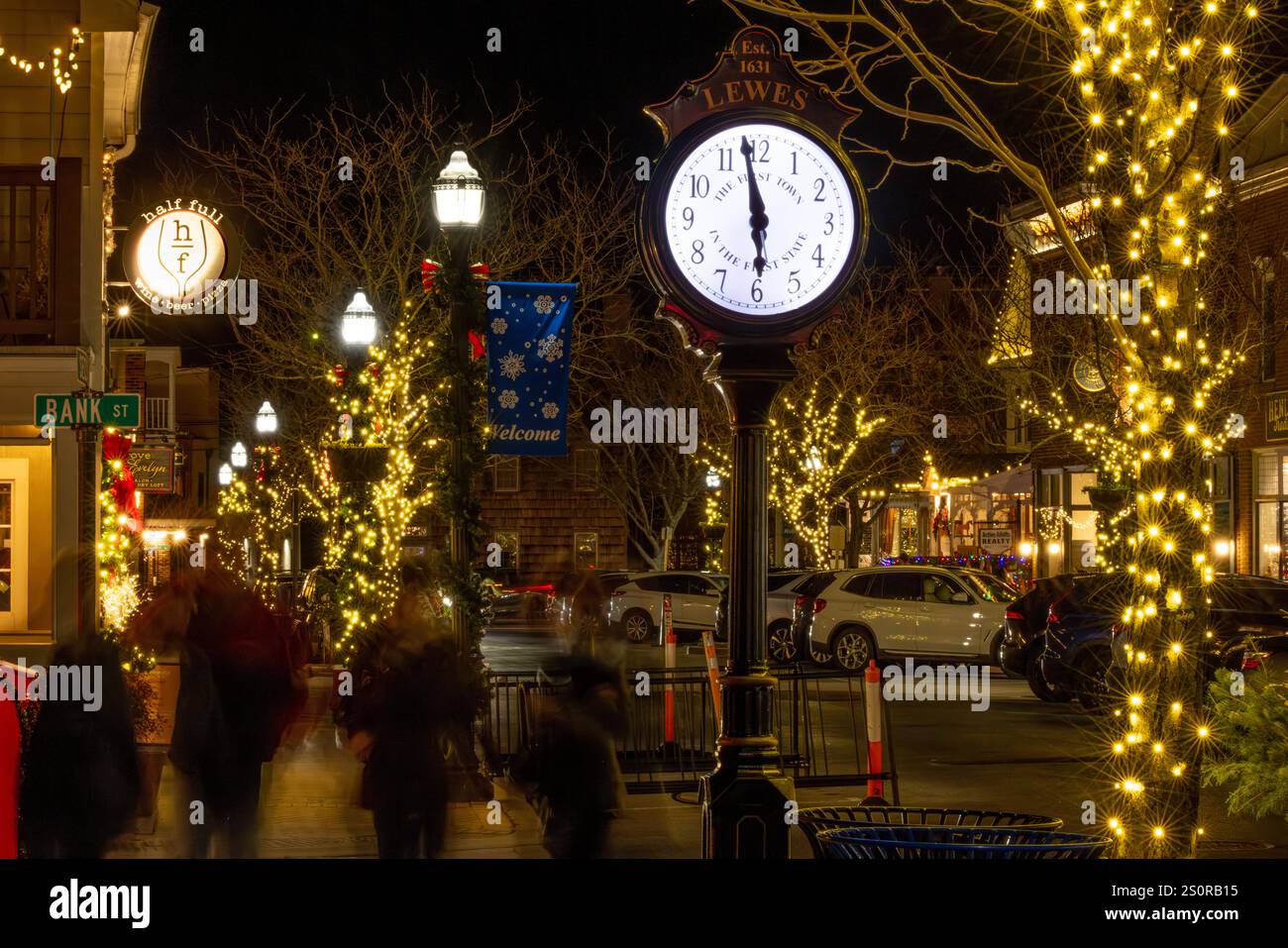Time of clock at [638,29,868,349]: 5:58
